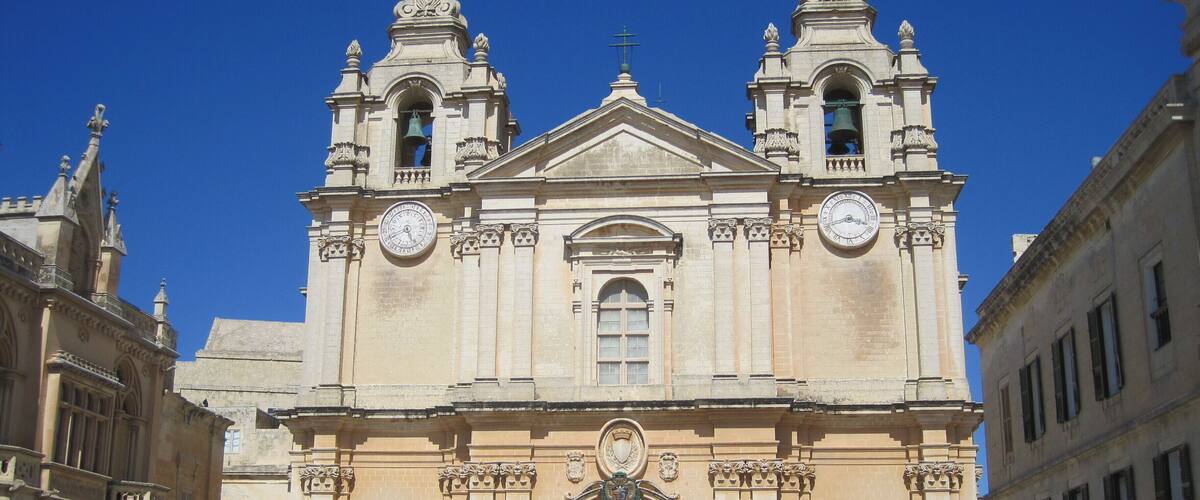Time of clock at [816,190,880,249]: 3:41
